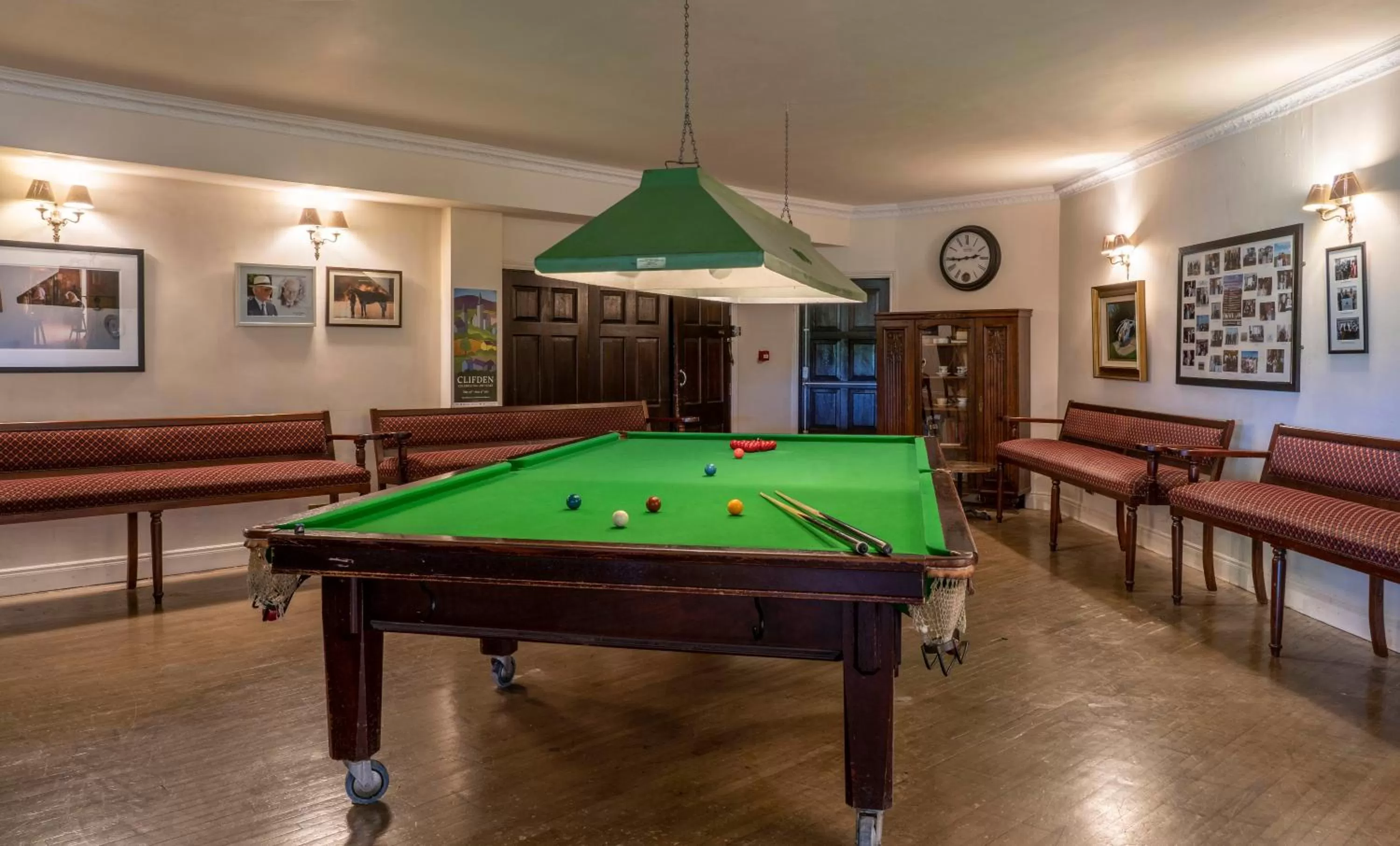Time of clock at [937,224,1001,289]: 2:44
